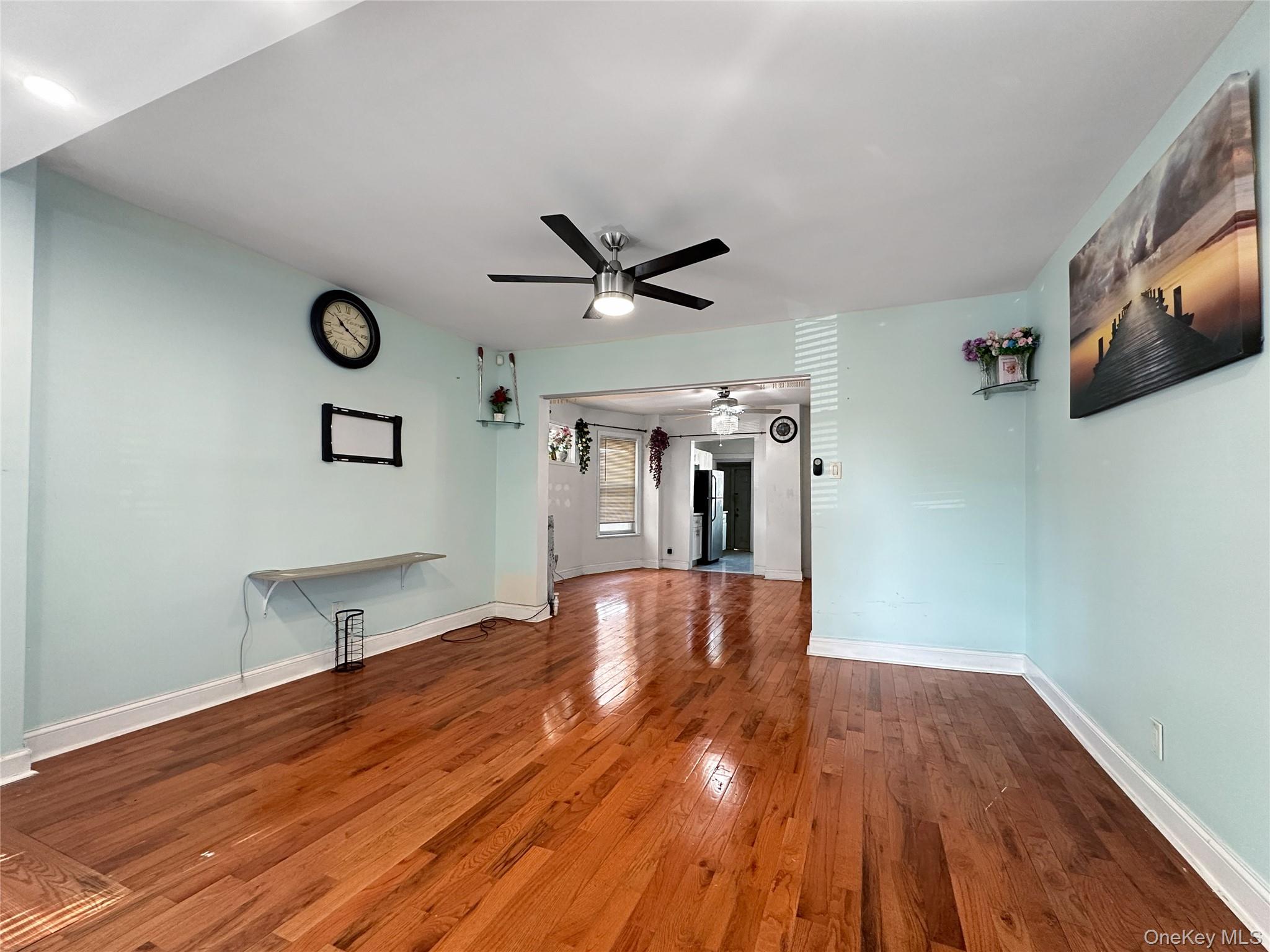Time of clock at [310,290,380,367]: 10:19
